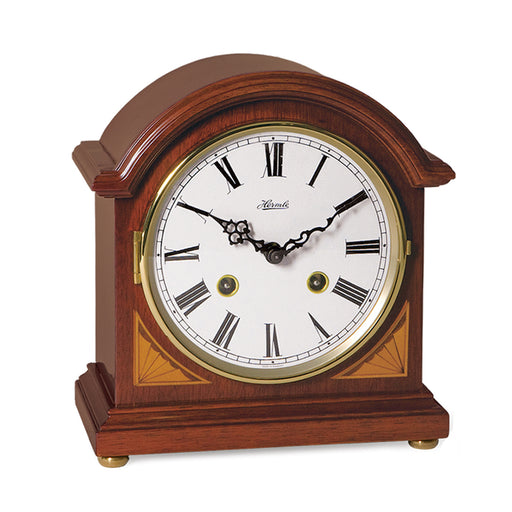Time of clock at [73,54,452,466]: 1:50
